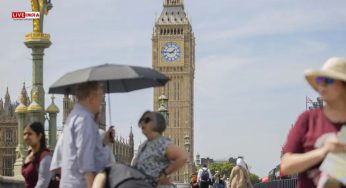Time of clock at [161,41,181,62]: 1:46
